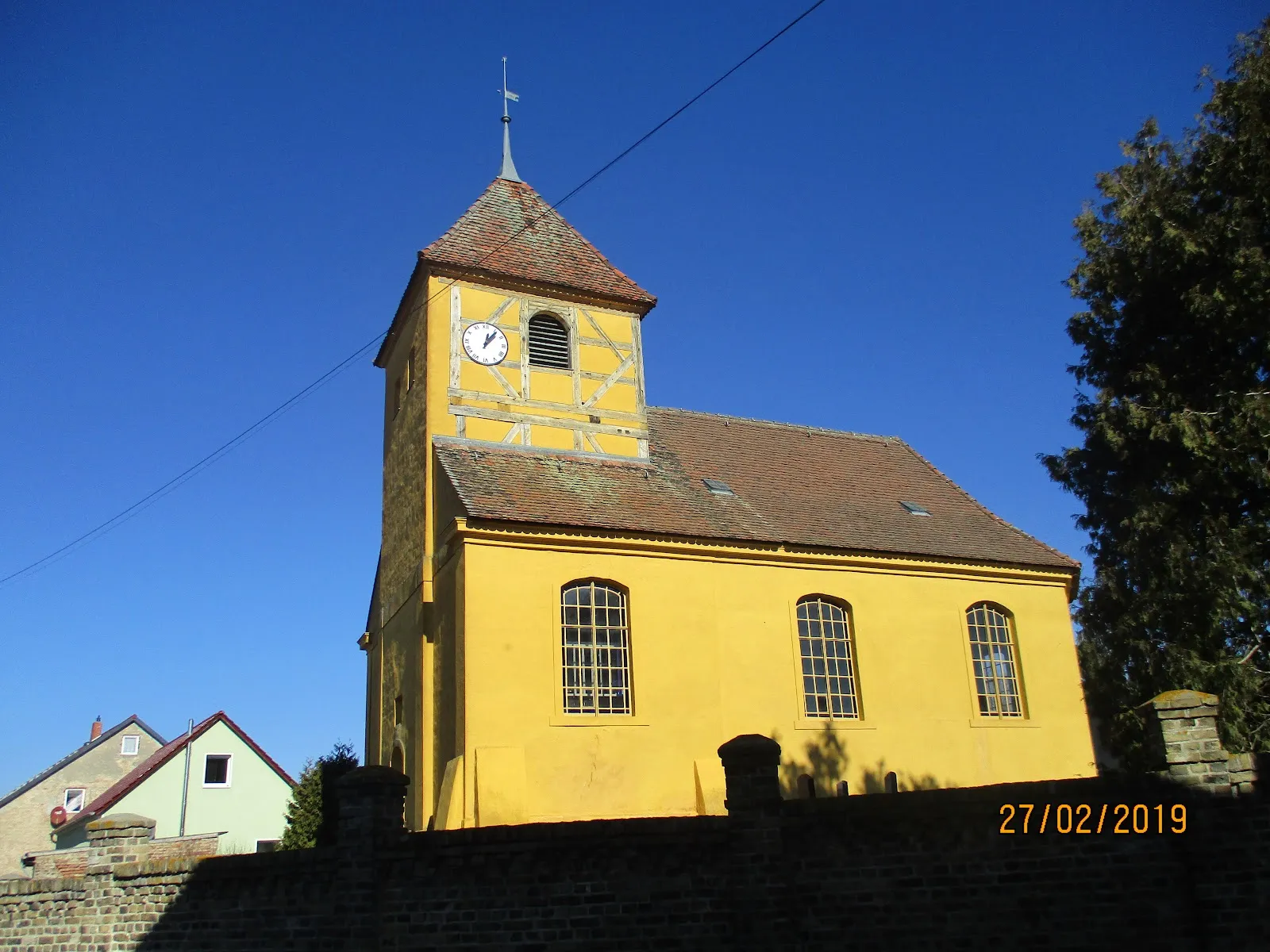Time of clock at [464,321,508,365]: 12:06
